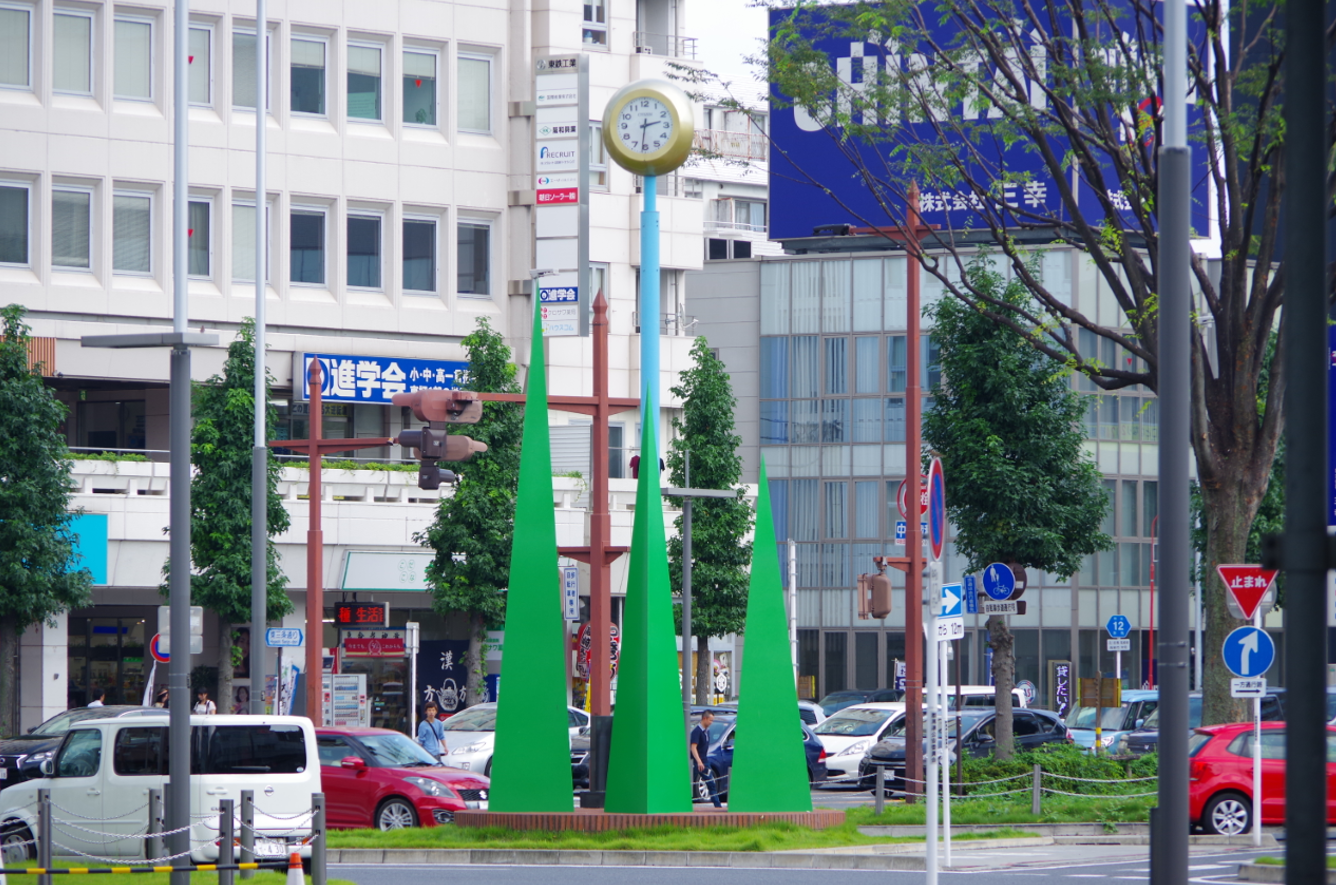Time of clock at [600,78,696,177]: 2:31
